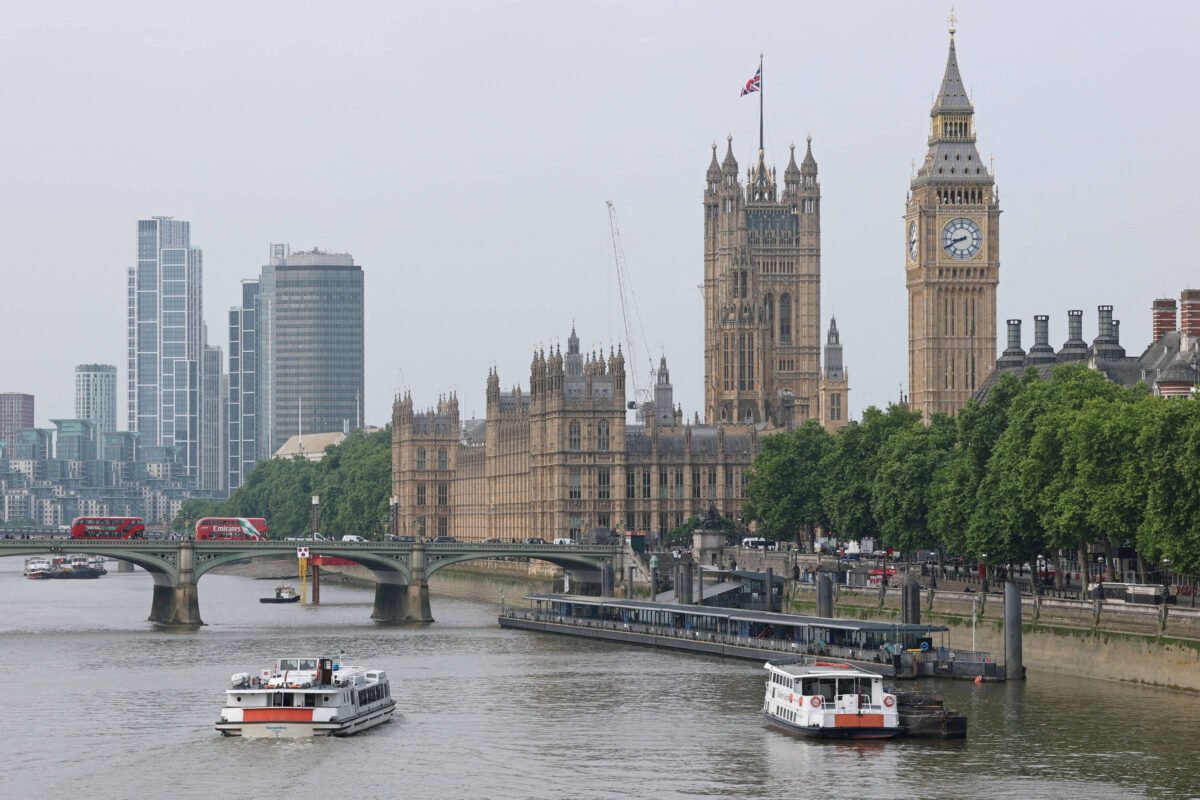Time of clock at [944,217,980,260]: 8:40
